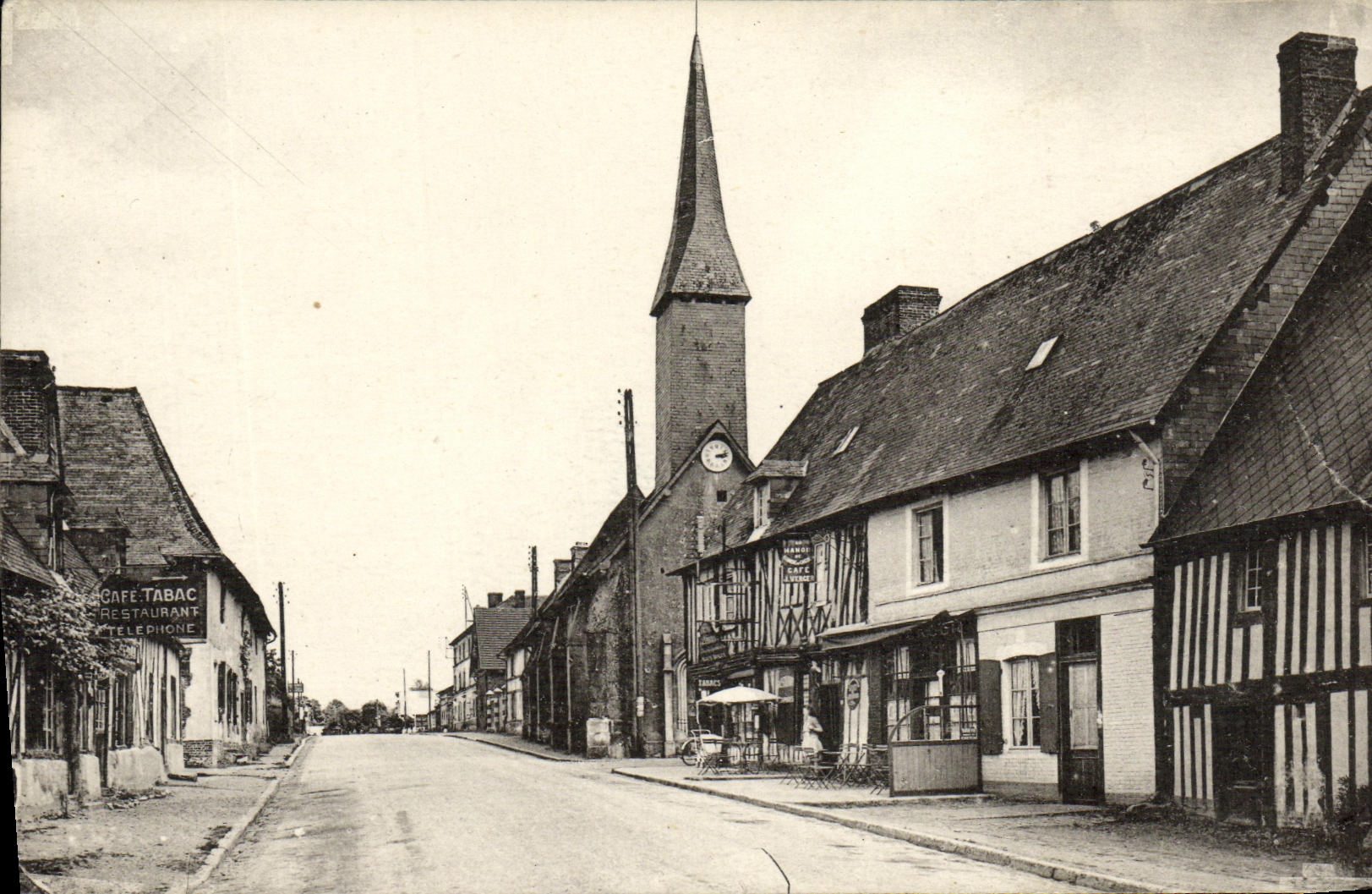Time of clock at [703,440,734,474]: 3:12
